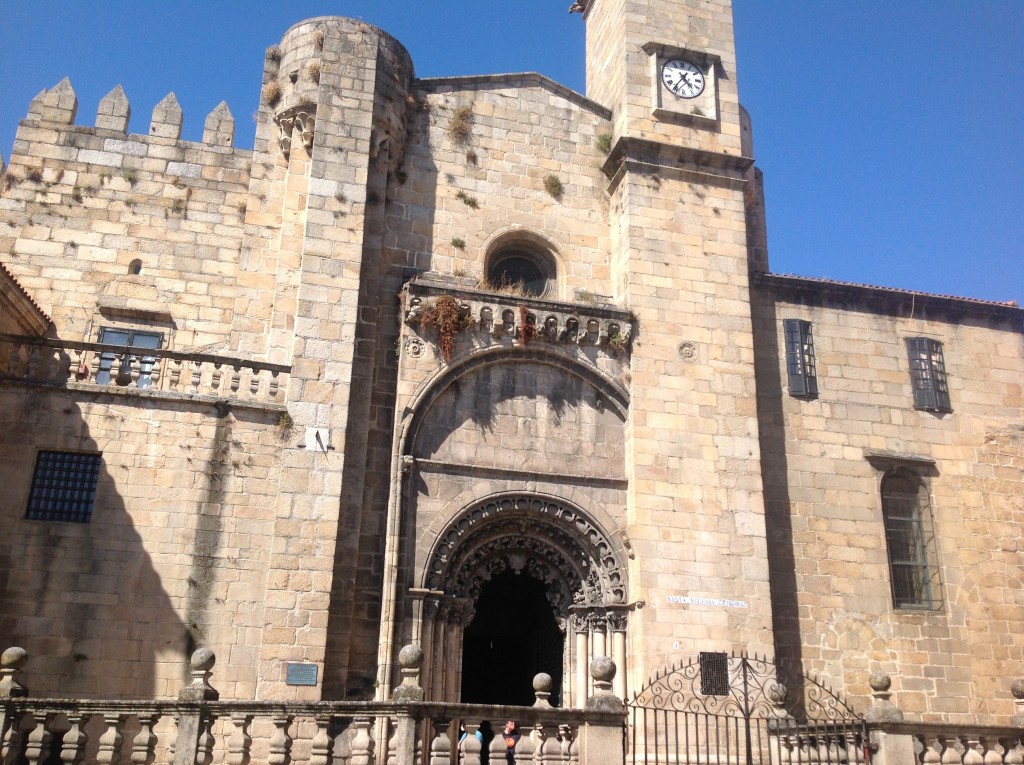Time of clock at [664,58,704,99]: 4:36
